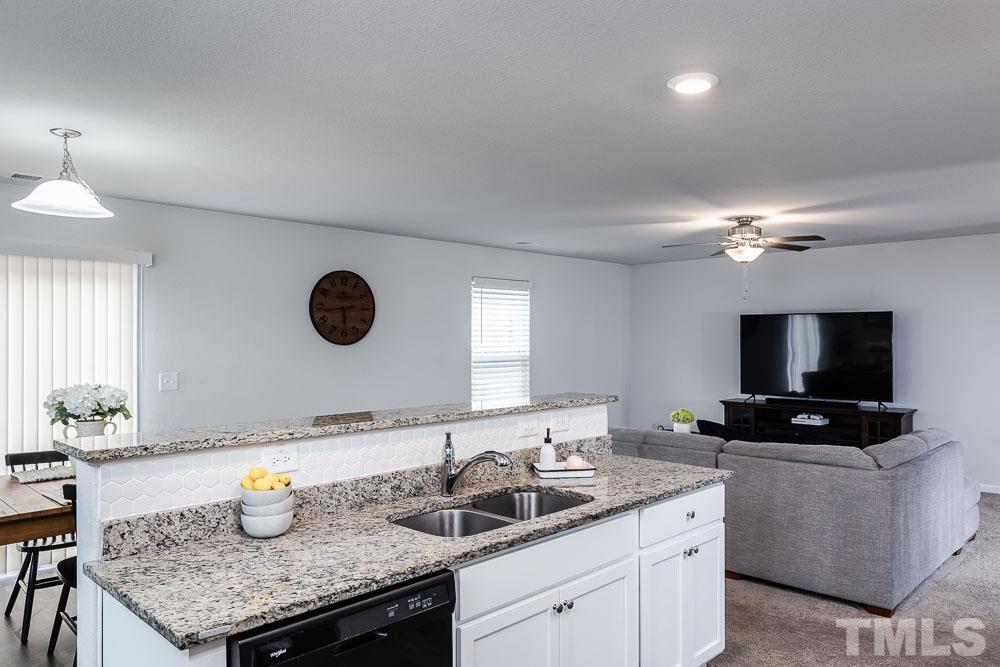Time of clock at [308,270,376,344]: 5:43
